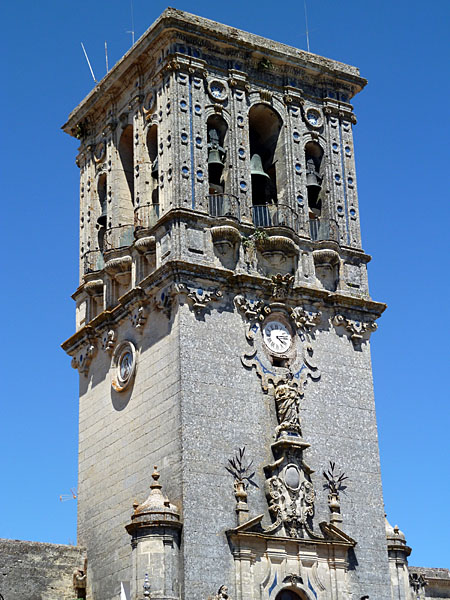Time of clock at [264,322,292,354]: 4:13
